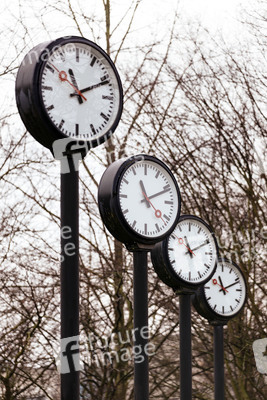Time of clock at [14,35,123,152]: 11:11
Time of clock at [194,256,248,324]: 11:11
